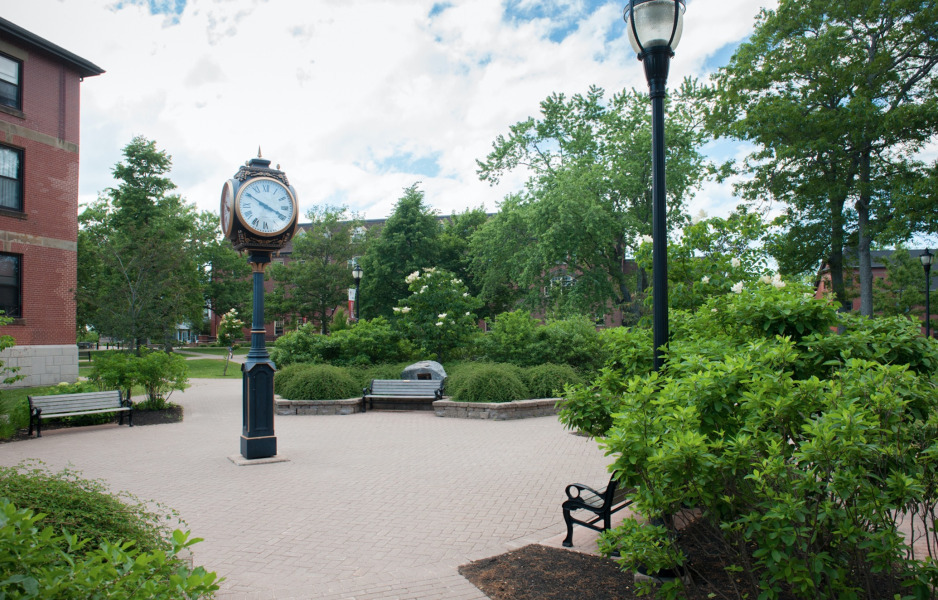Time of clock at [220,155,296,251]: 3:50
